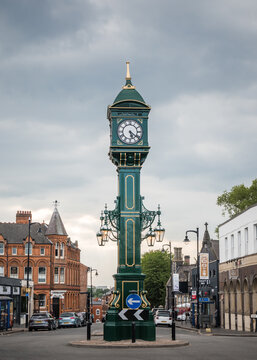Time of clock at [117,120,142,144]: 5:21
